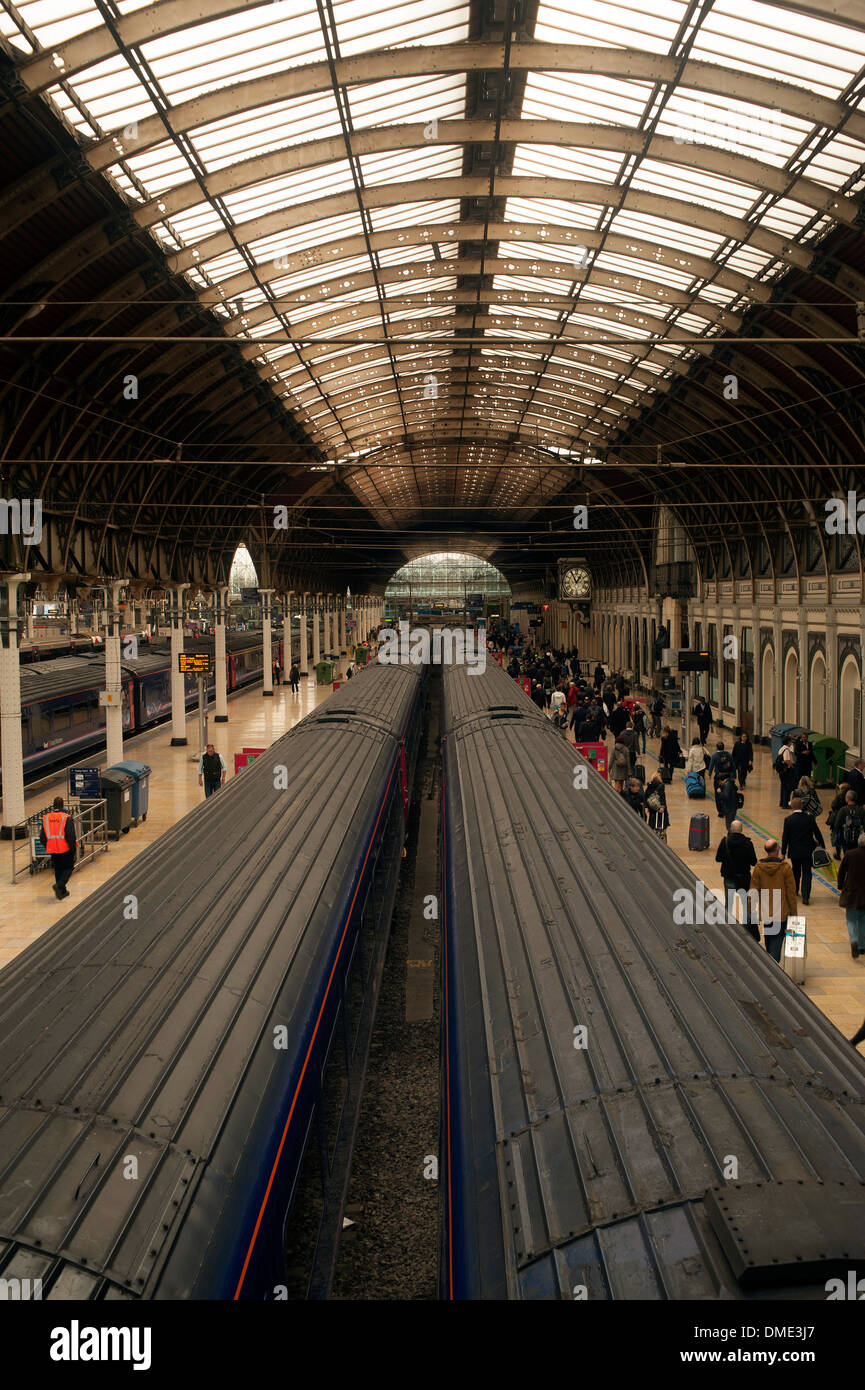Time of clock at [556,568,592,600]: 12:55
